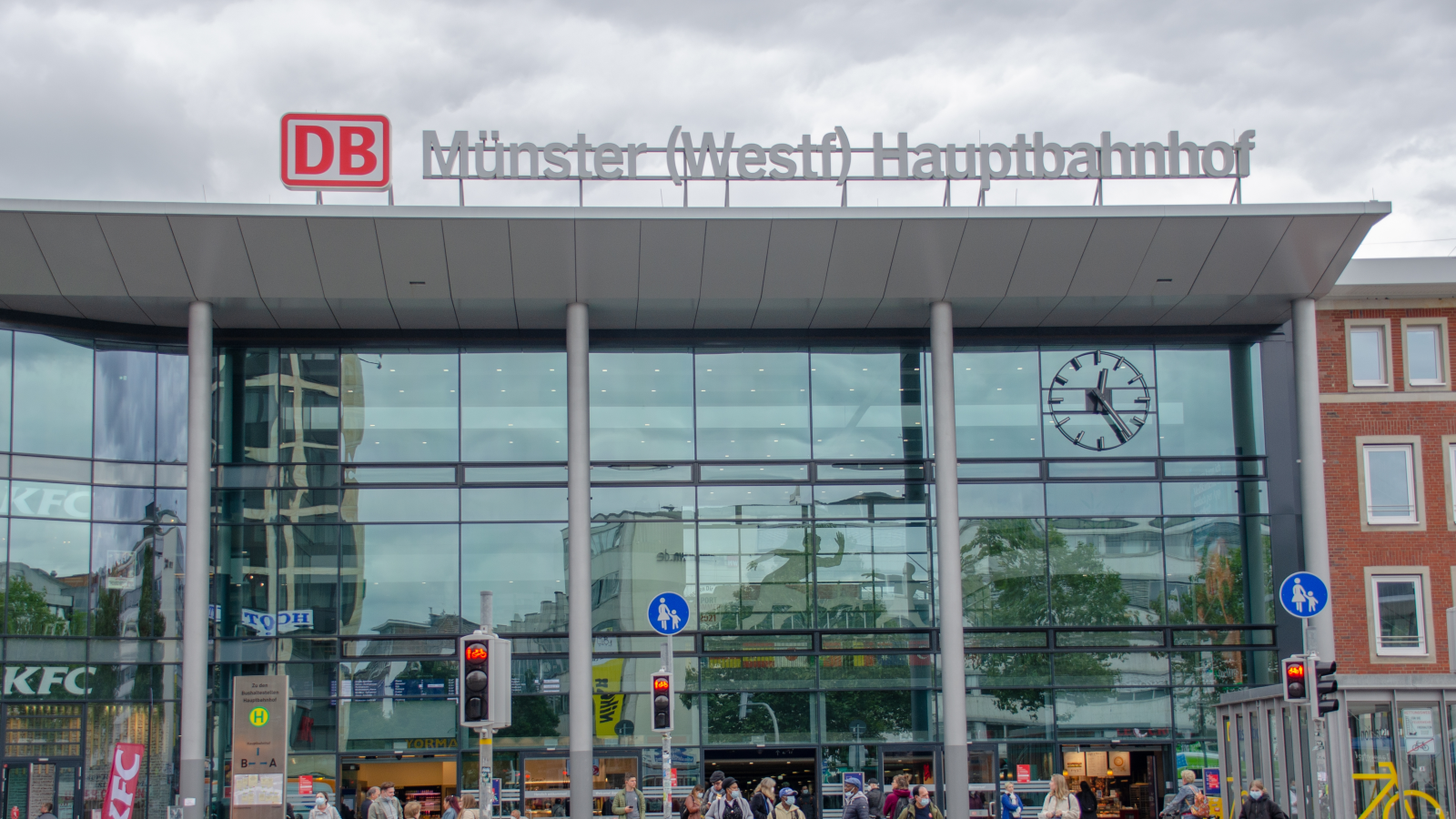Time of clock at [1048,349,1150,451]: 12:24
